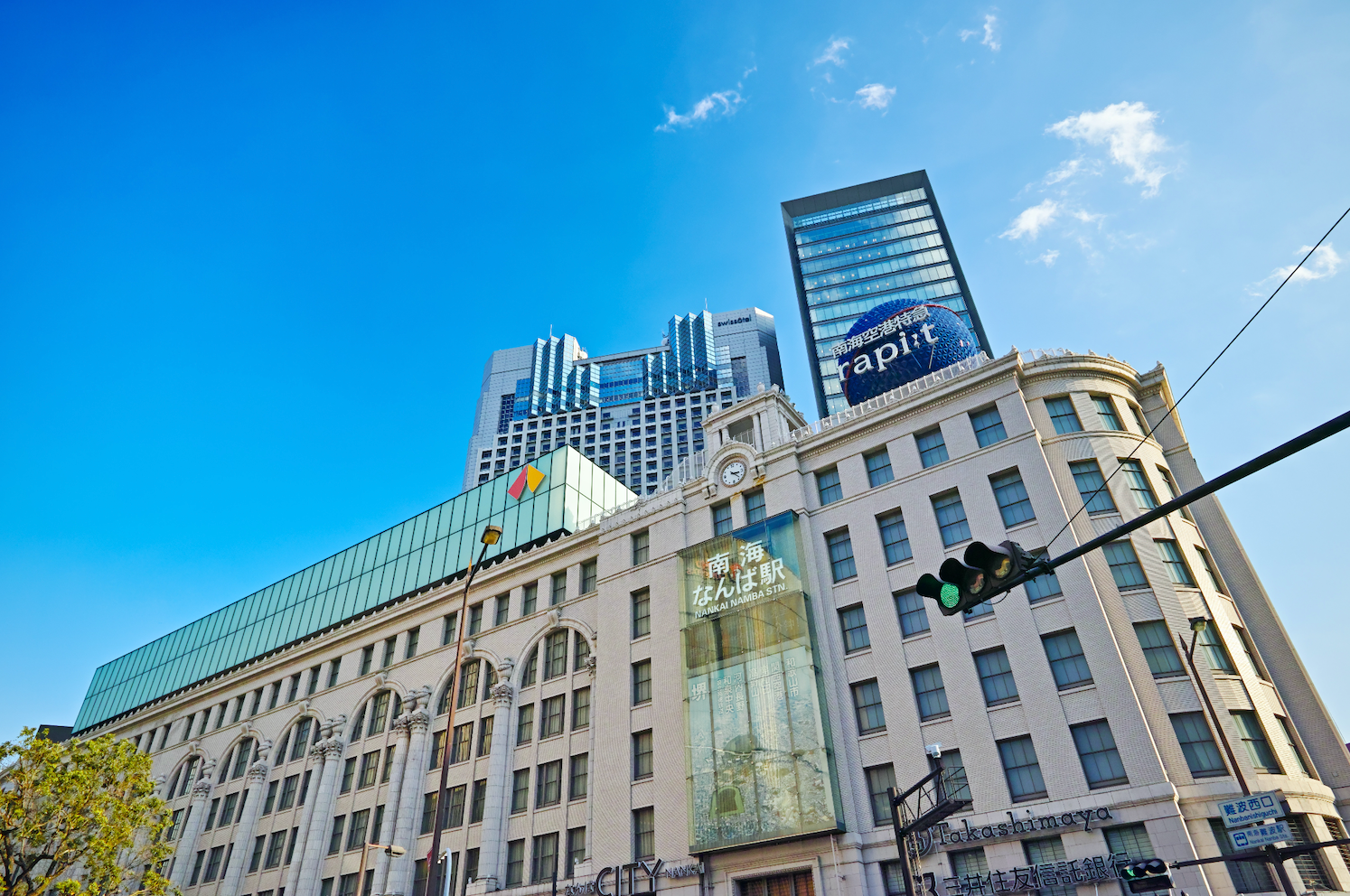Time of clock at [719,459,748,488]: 3:22
